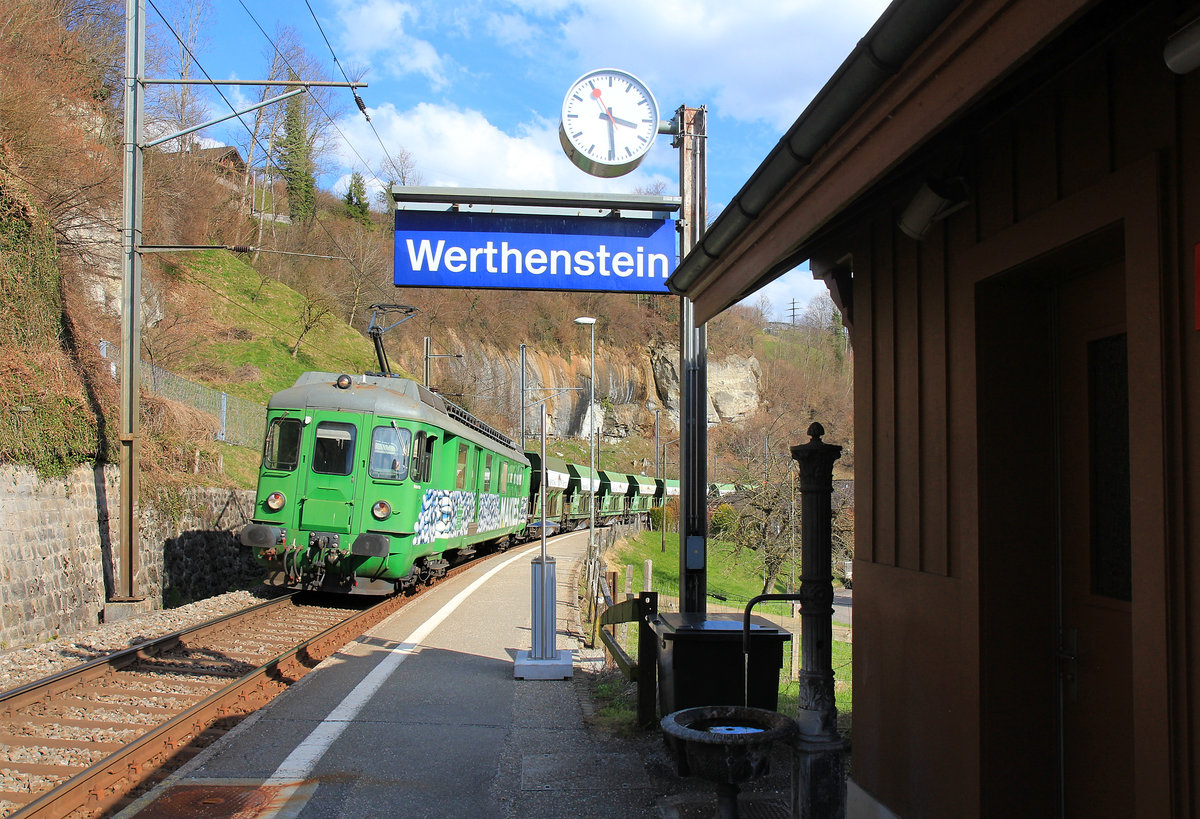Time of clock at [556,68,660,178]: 3:29
